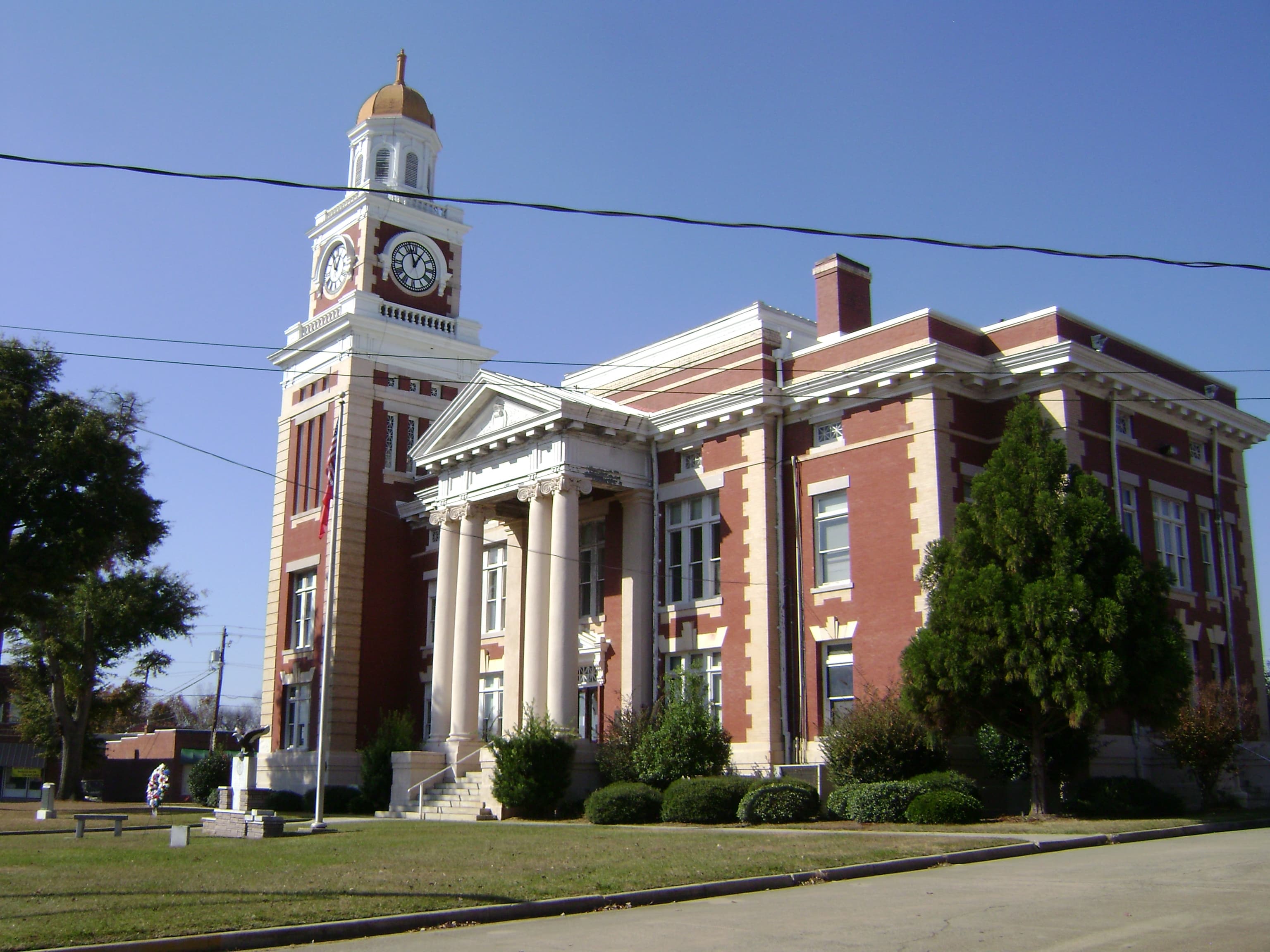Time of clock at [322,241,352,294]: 12:57
